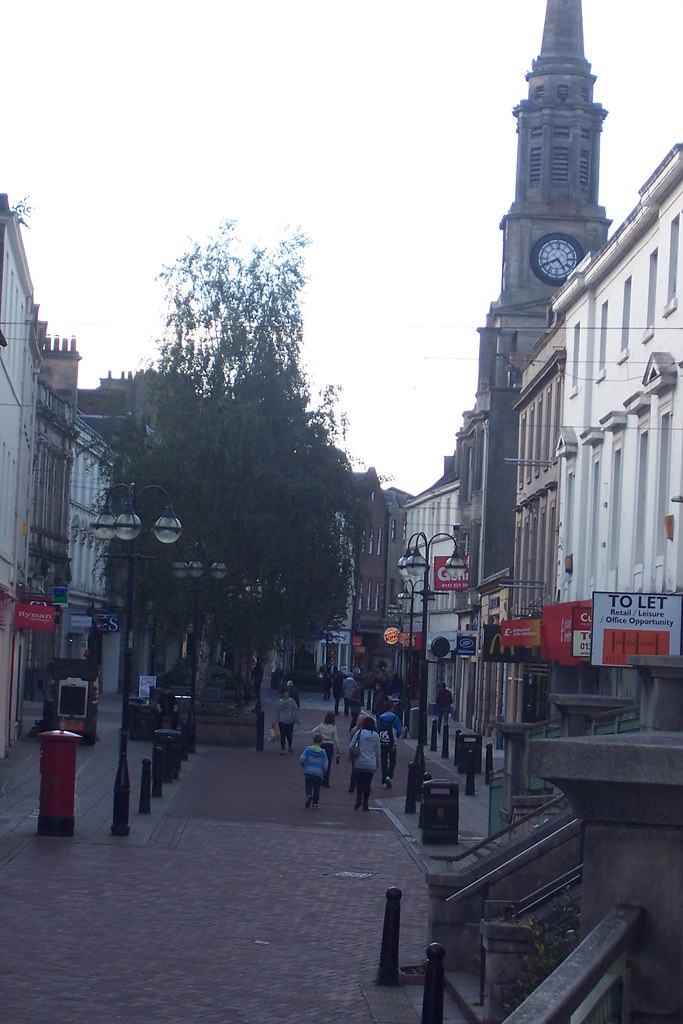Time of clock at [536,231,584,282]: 4:40
